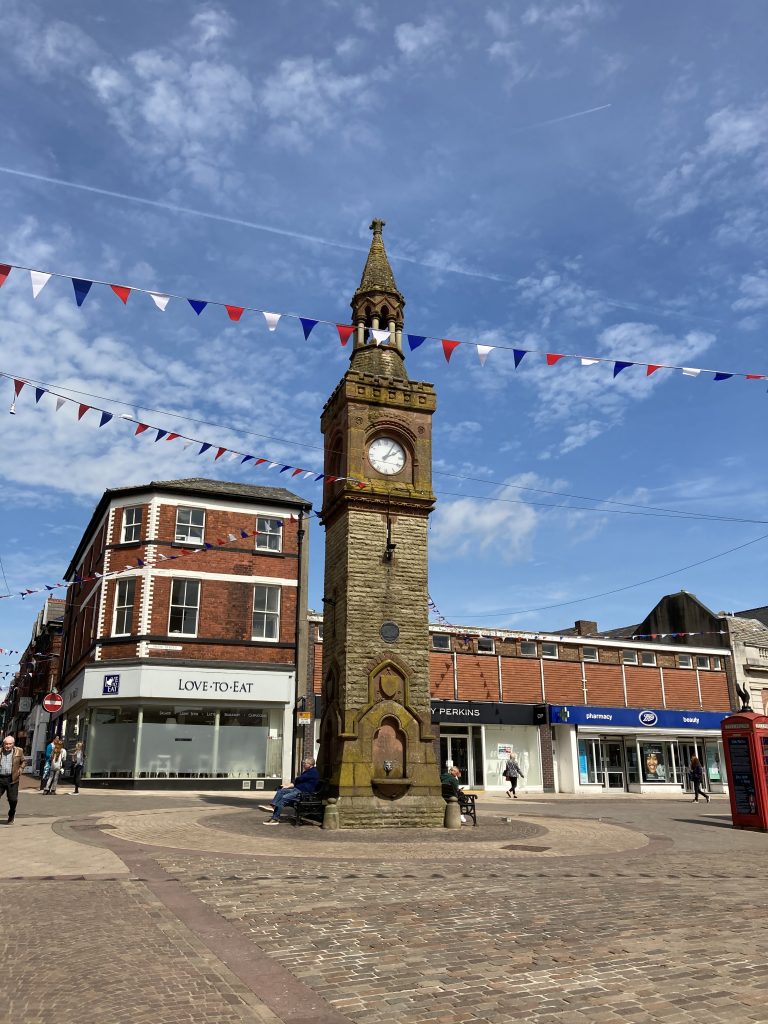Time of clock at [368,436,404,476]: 2:05
